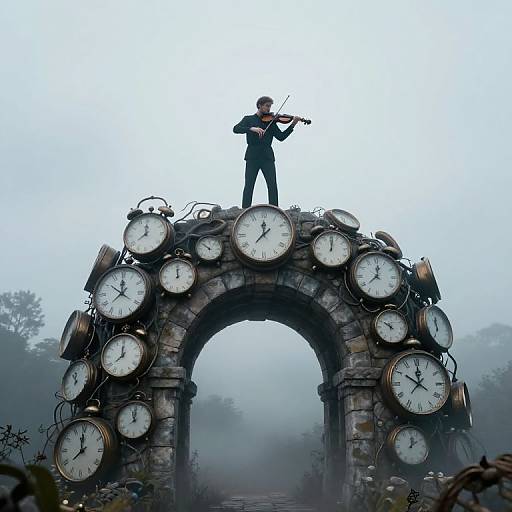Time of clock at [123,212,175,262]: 7:59
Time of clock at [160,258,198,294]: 12:00
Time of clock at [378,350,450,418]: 11:50
